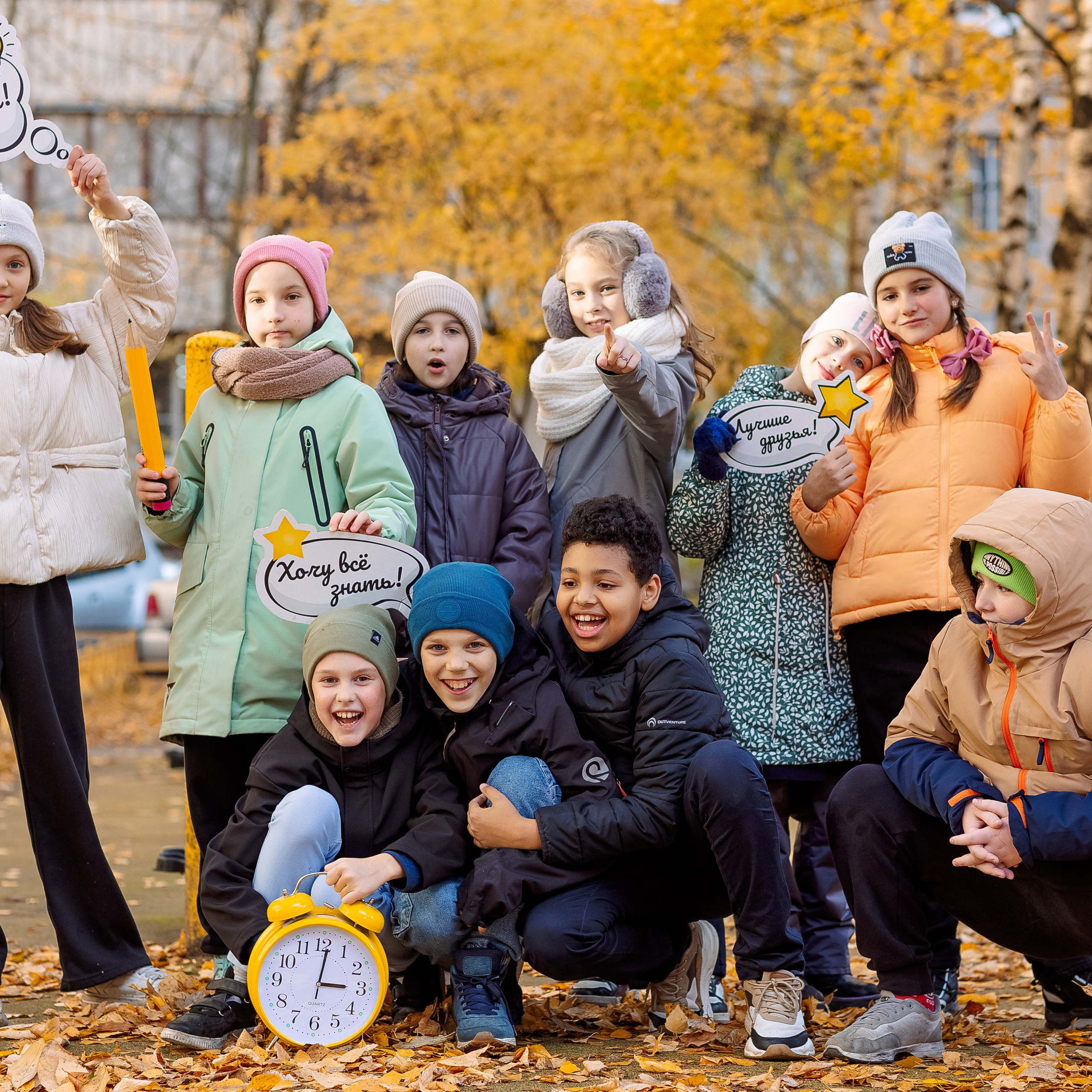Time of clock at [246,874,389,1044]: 3:01
